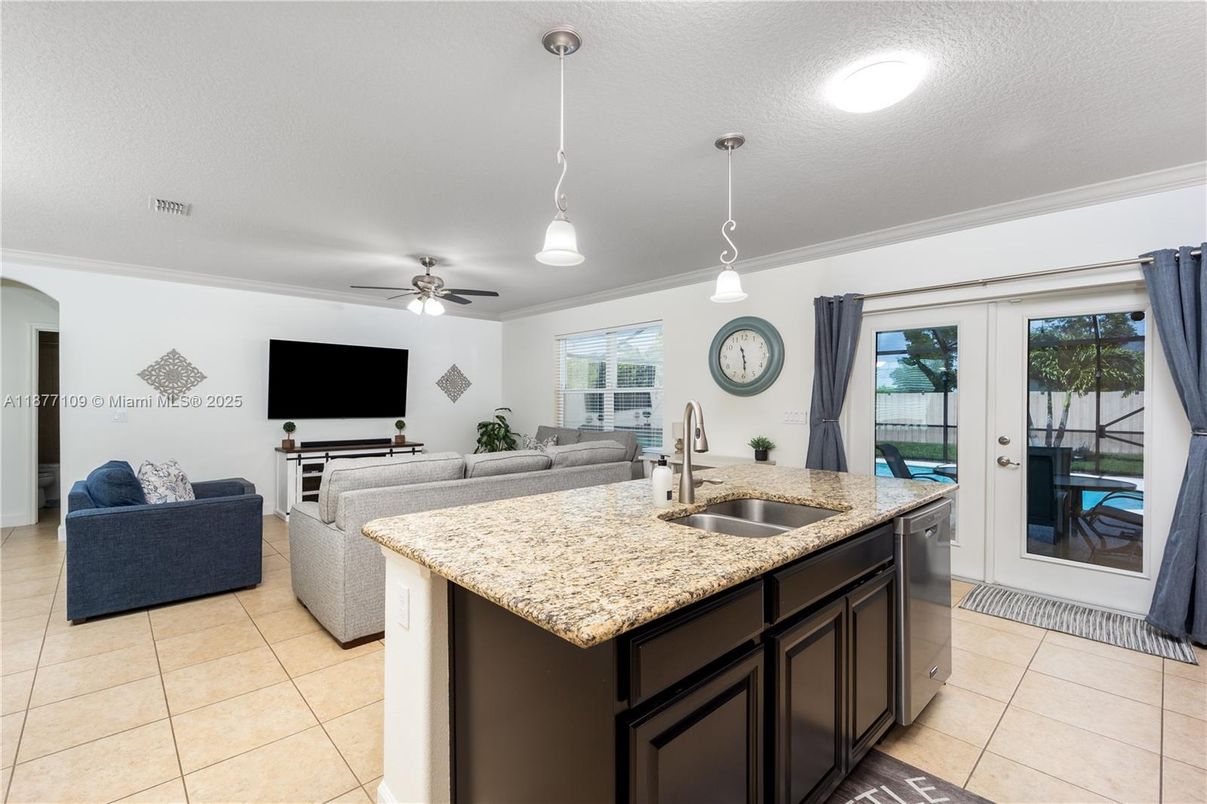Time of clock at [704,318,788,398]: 11:28
